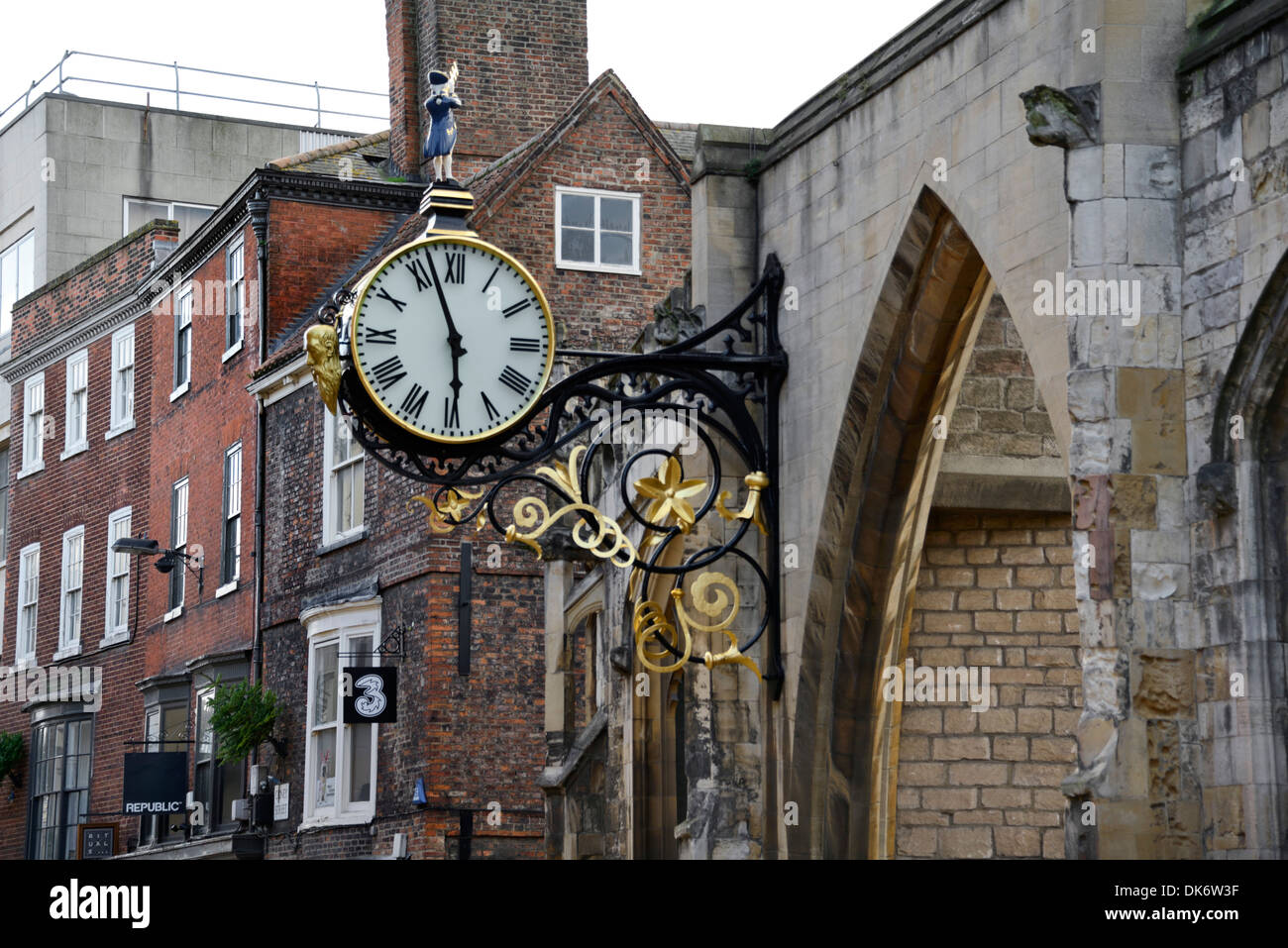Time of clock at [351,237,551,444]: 5:56
